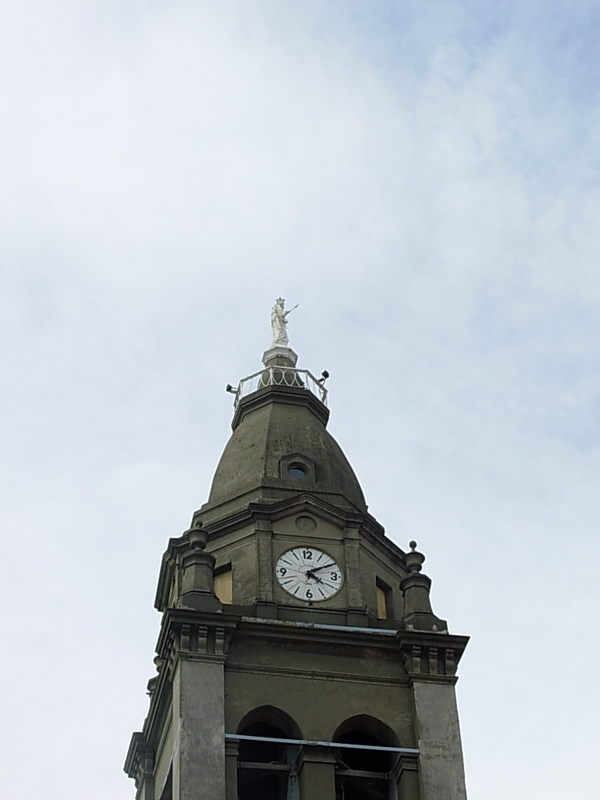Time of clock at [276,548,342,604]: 4:09
